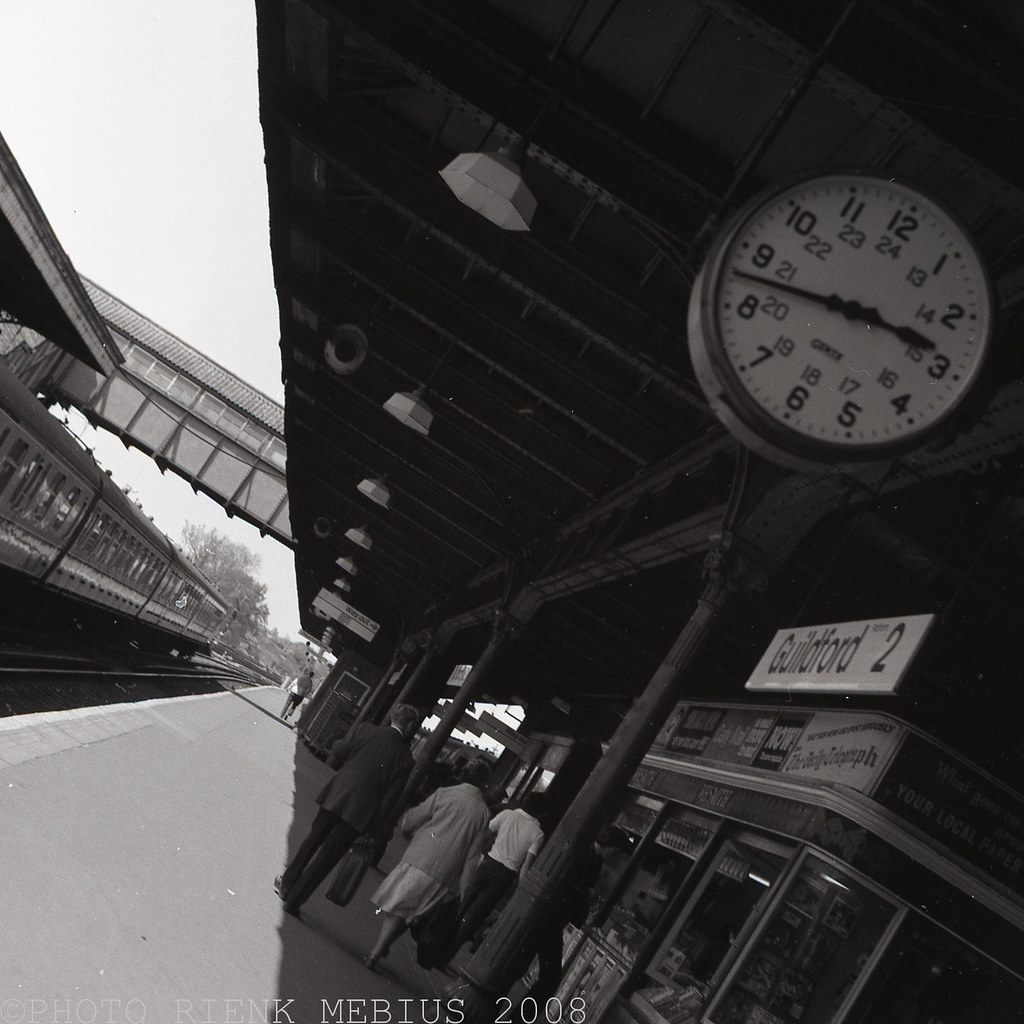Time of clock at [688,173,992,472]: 3:47
